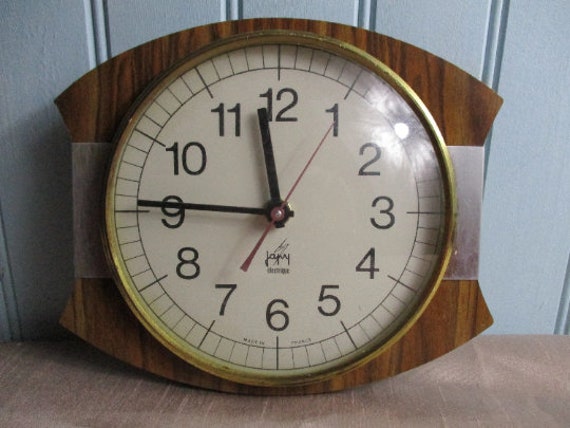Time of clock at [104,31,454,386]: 11:45
